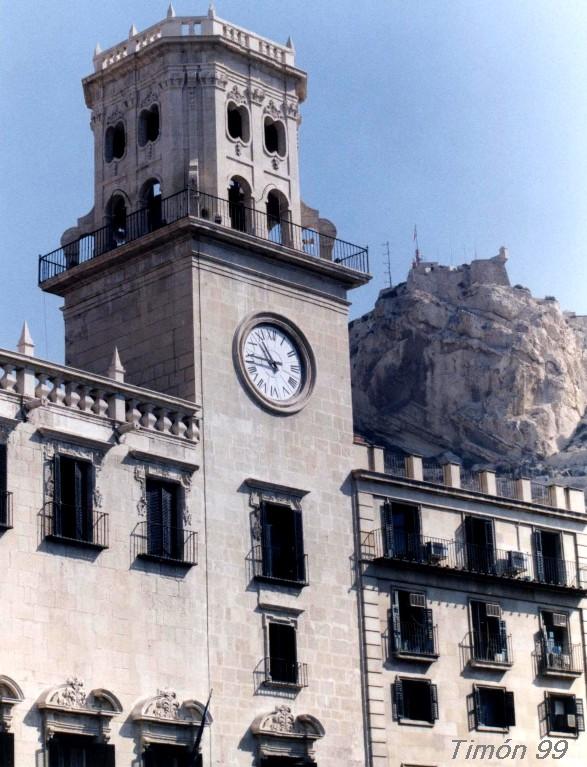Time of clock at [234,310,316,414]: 10:45
